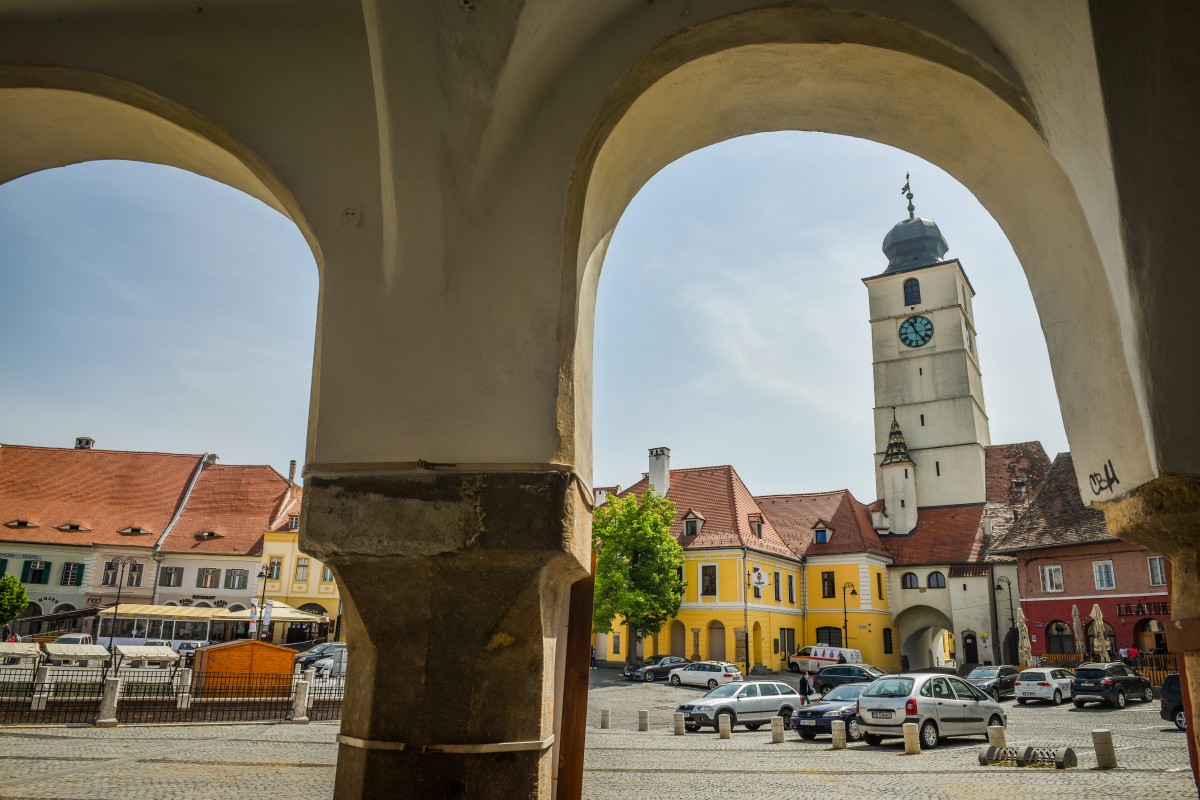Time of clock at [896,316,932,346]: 11:23
